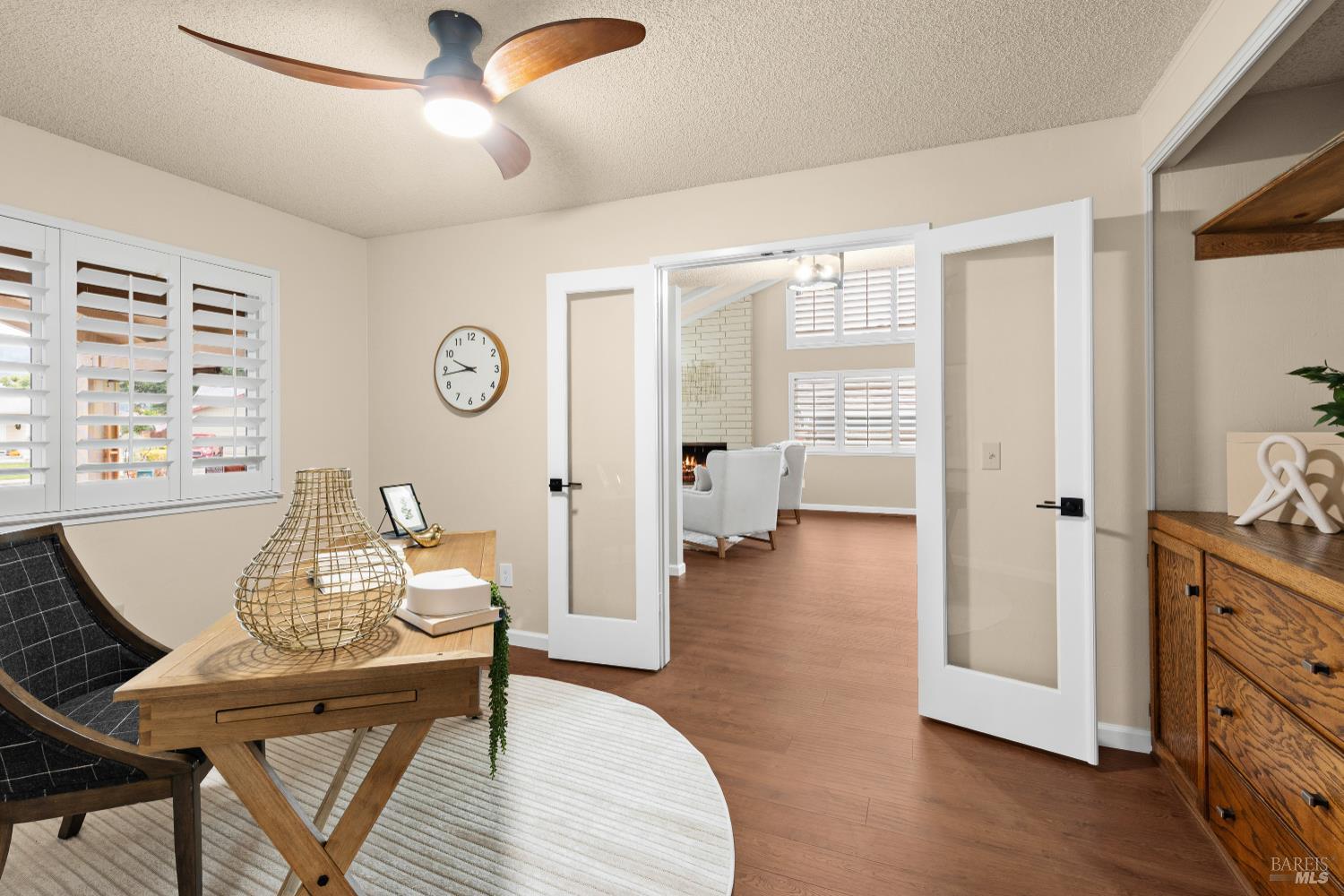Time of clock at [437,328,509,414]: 9:43
